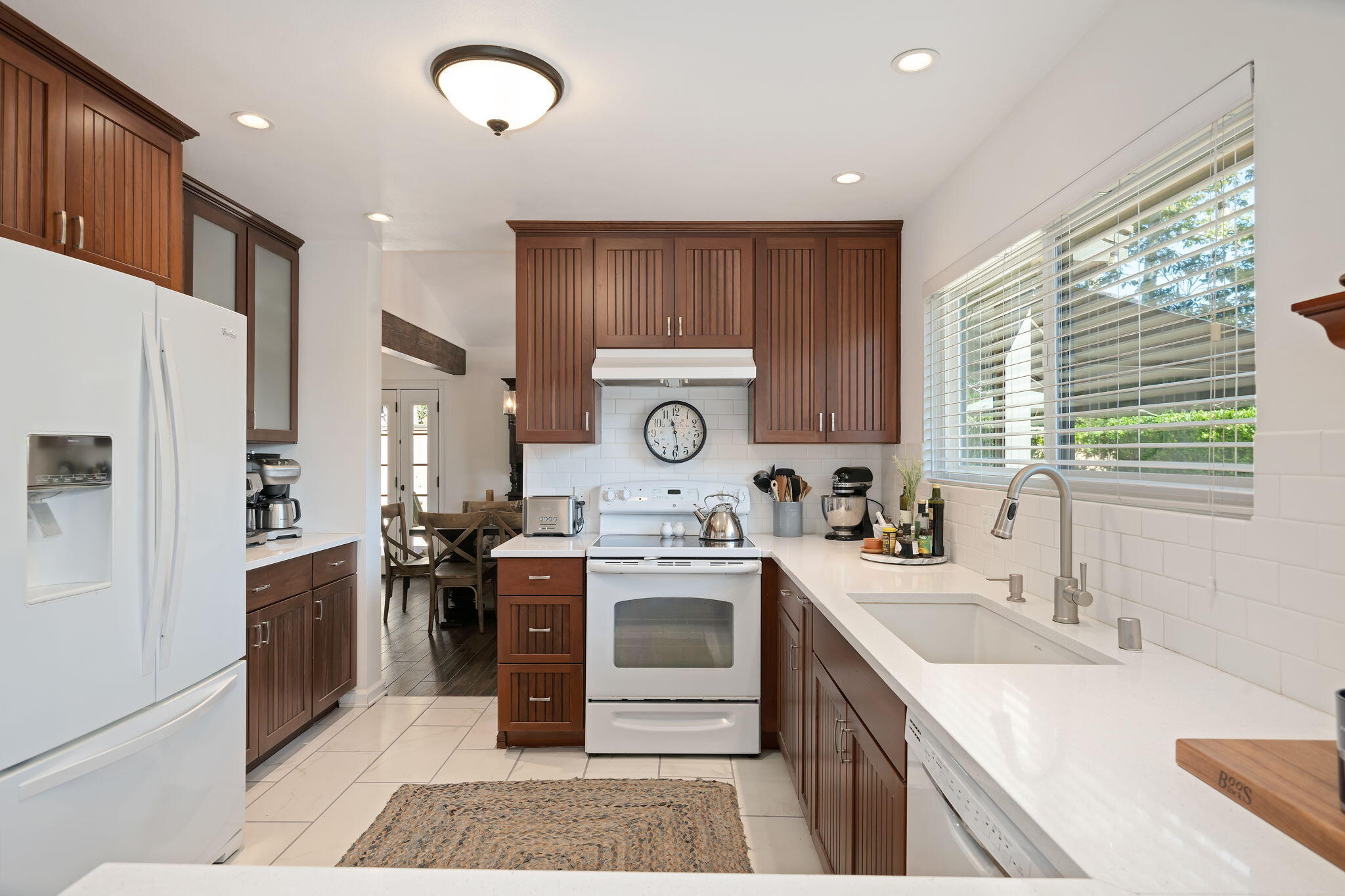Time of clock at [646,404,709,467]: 11:28
